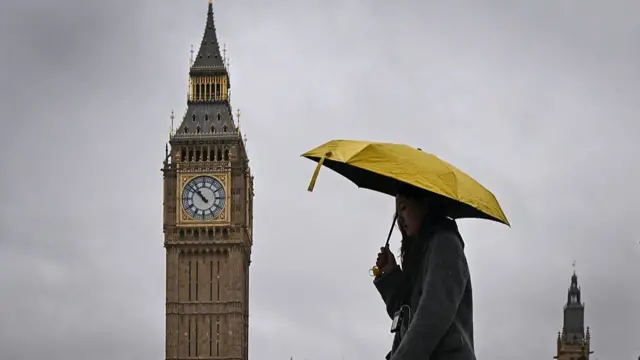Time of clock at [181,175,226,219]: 10:51
